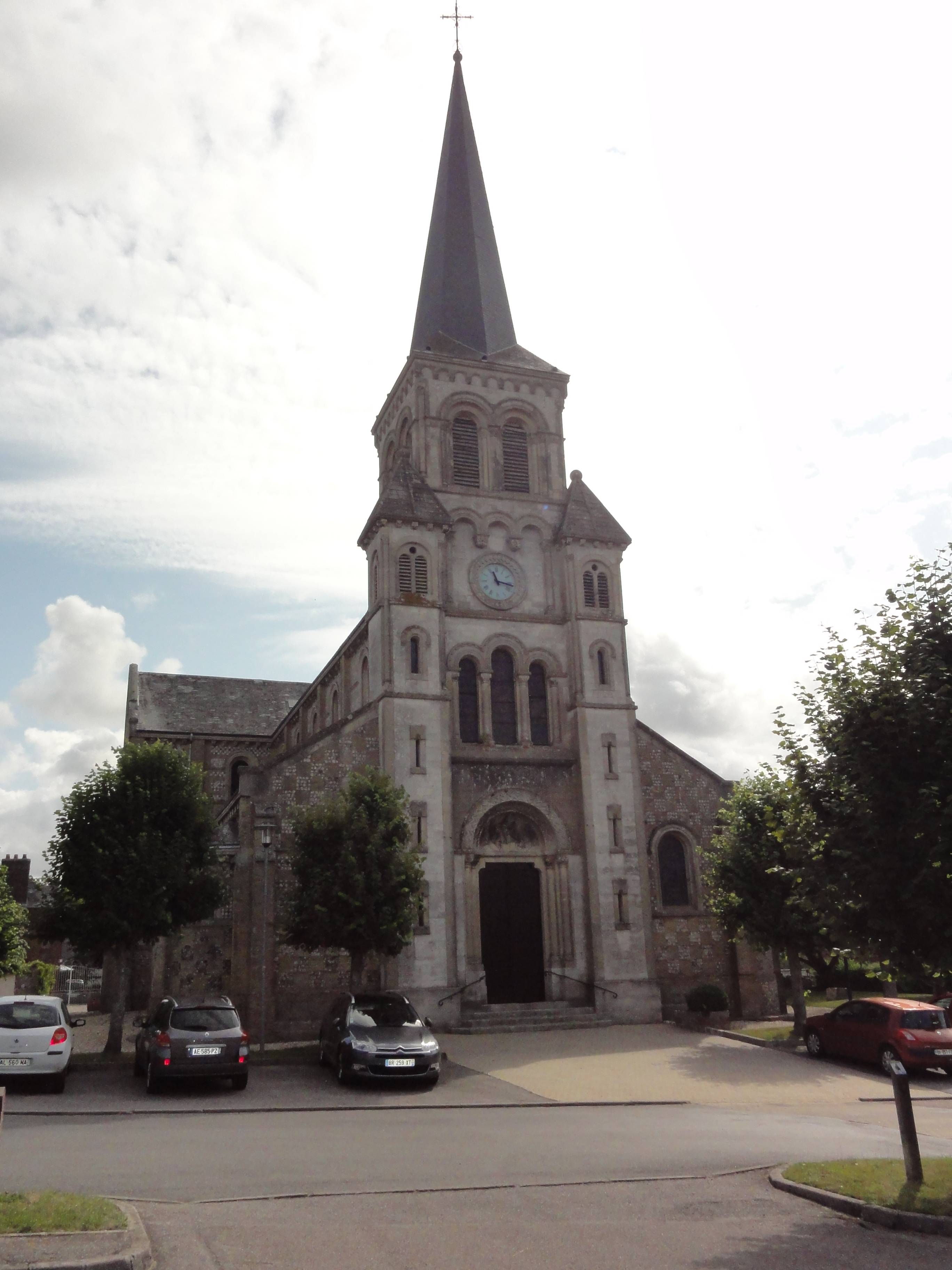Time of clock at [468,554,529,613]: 11:17
